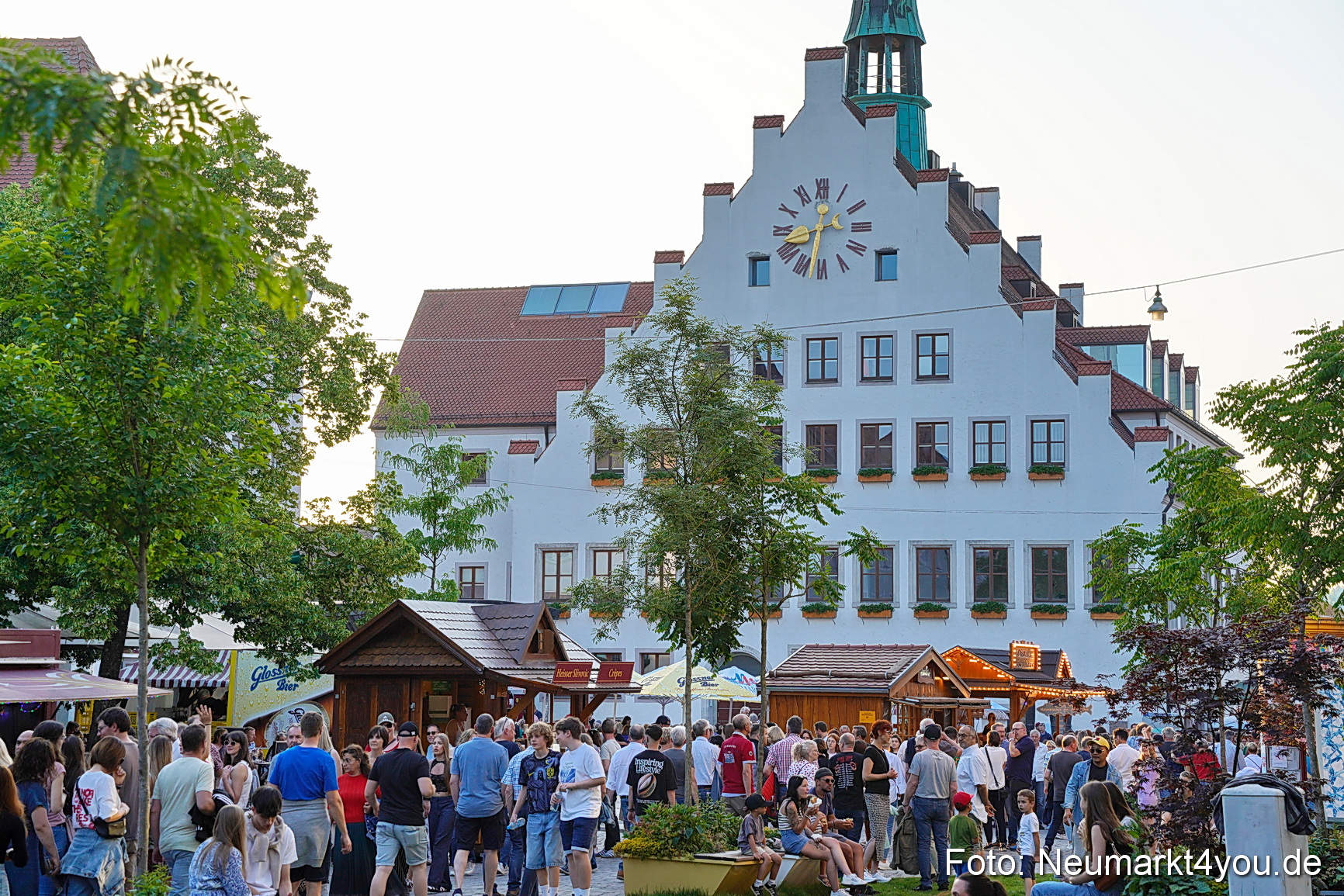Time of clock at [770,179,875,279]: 12:32
